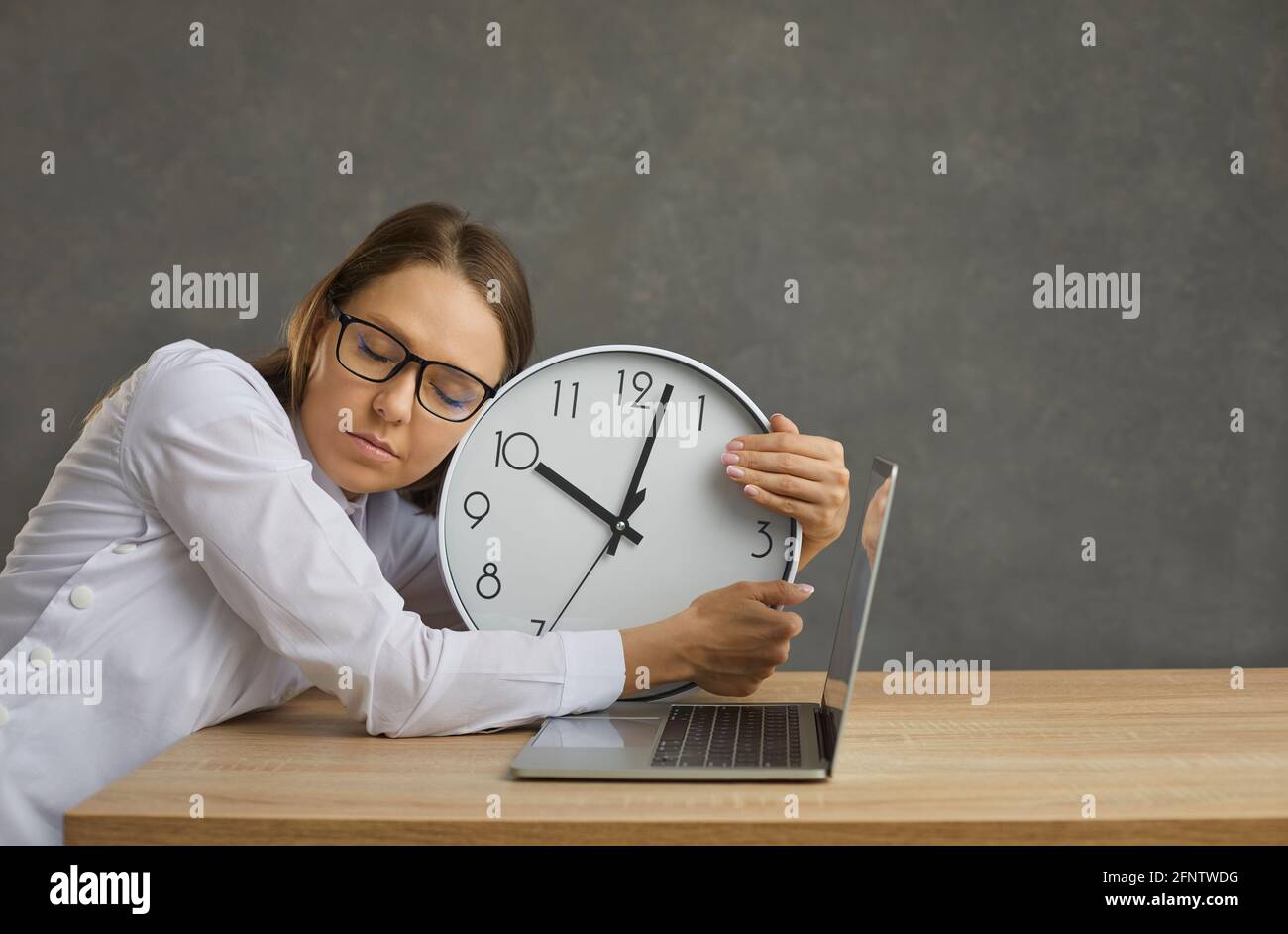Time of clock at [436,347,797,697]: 10:02
